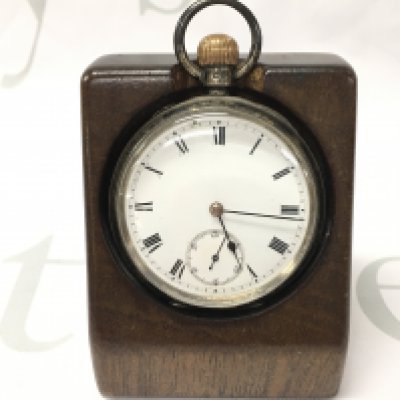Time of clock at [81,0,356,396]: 5:15
